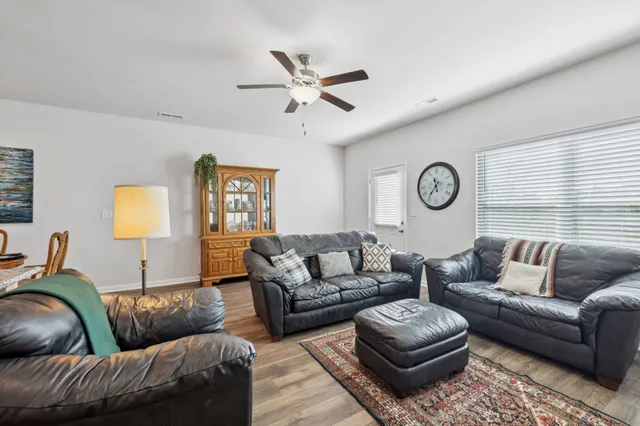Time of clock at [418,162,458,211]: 11:36
